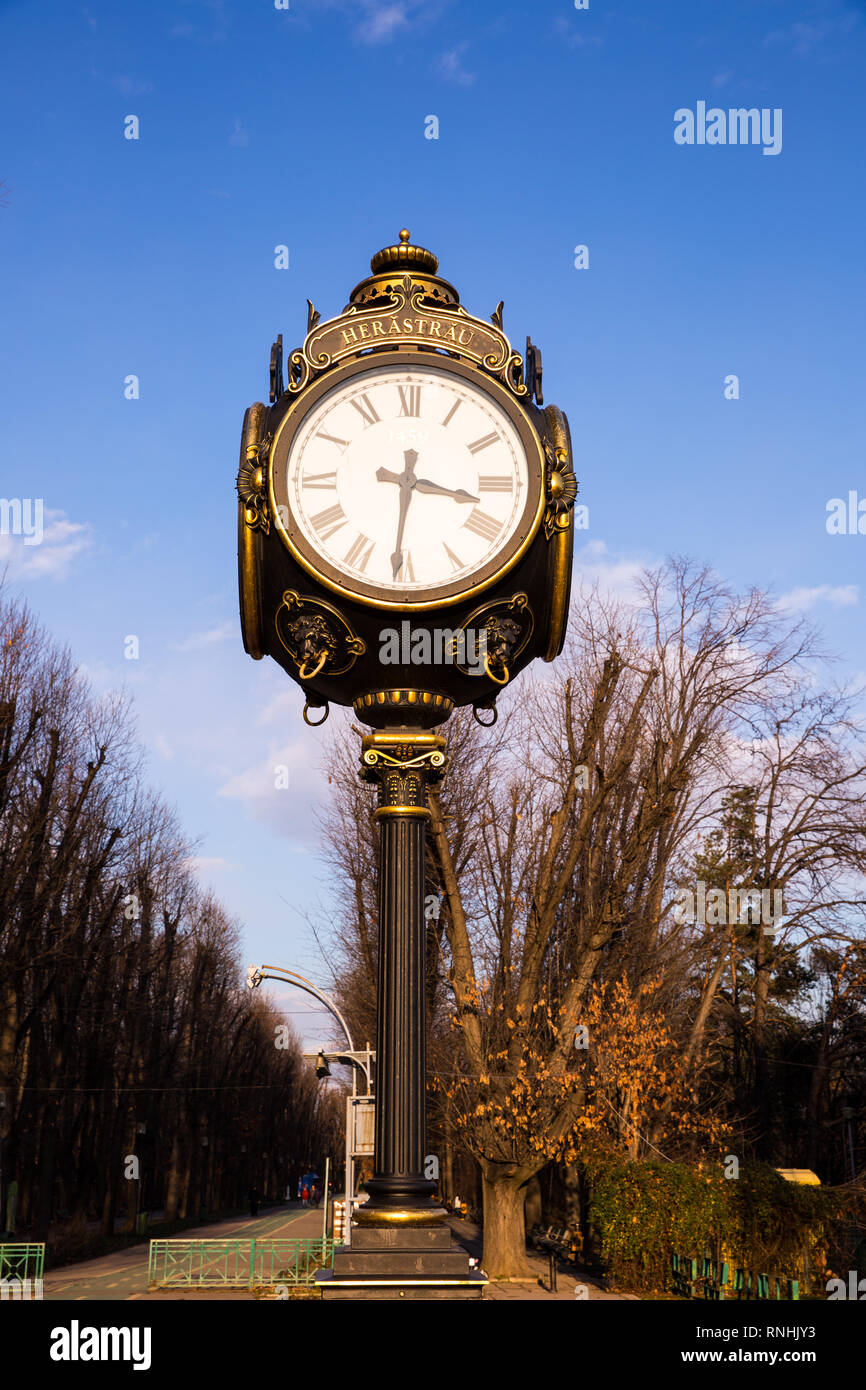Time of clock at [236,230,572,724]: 3:31
